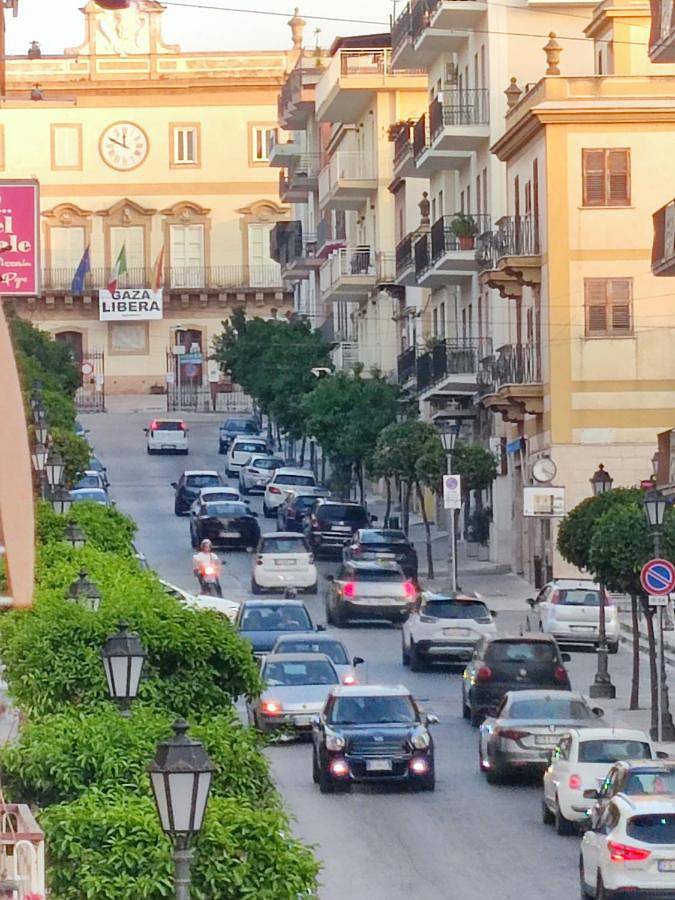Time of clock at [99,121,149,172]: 11:49
